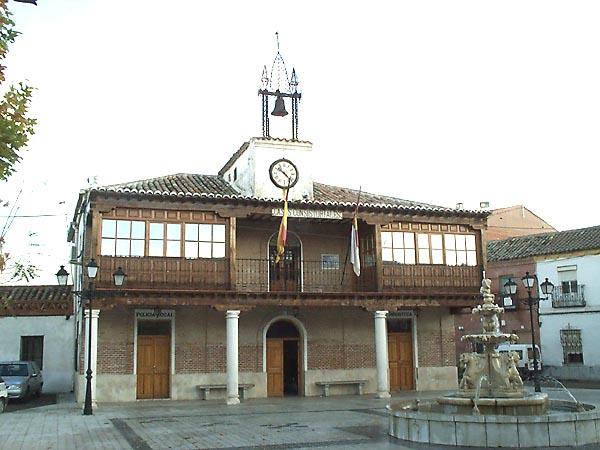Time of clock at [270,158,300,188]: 10:22
